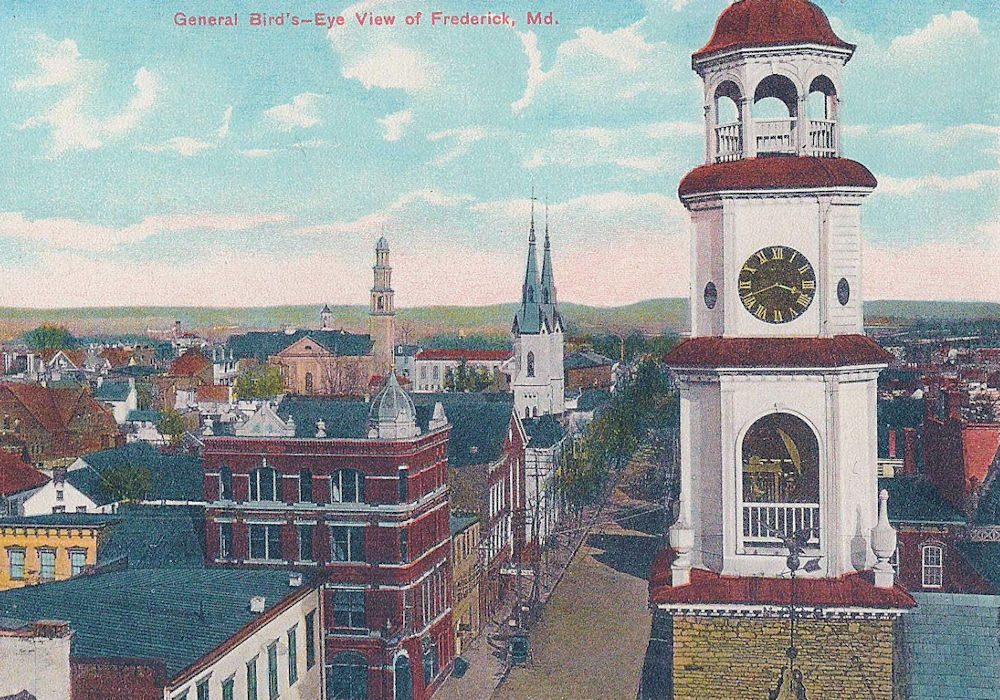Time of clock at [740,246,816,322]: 3:41
